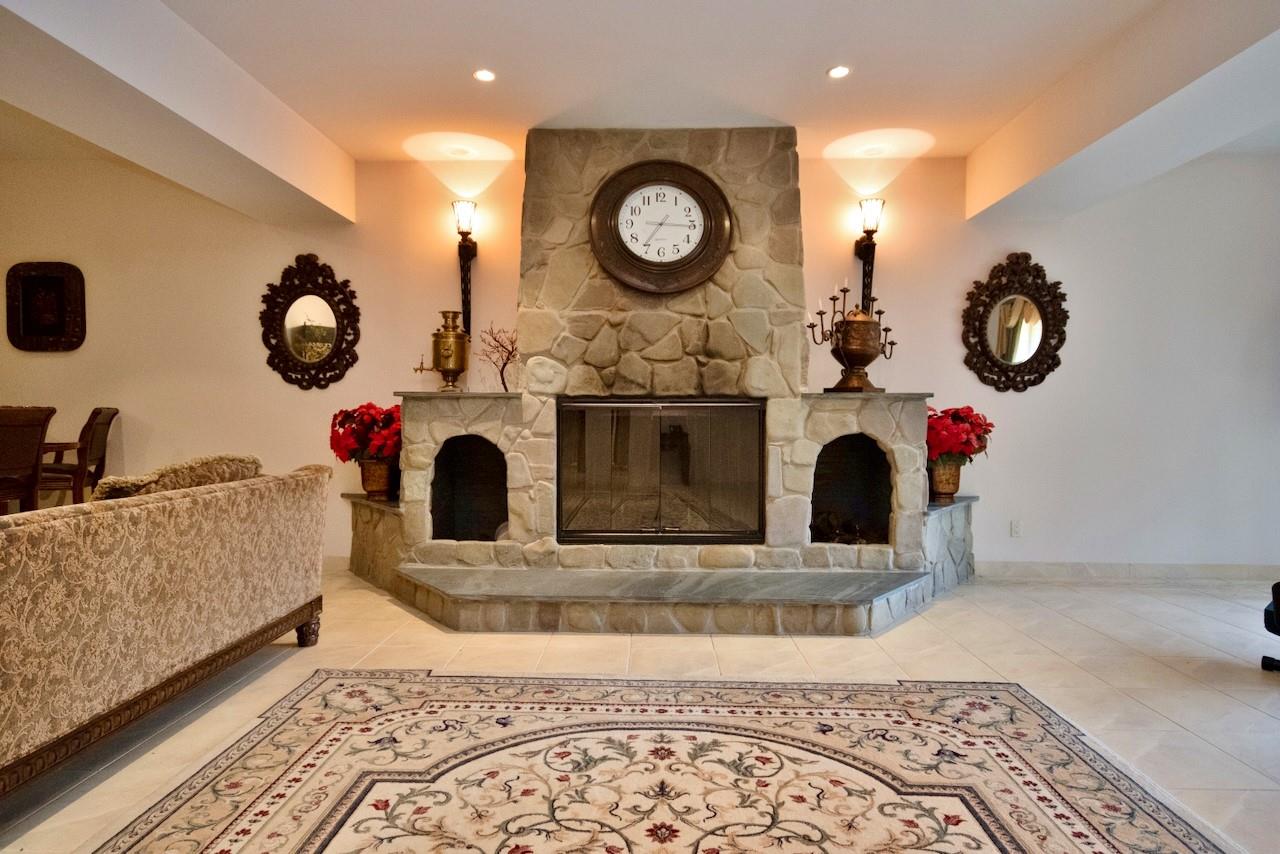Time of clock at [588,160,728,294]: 7:15
